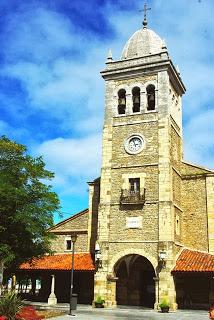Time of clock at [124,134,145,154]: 2:56
